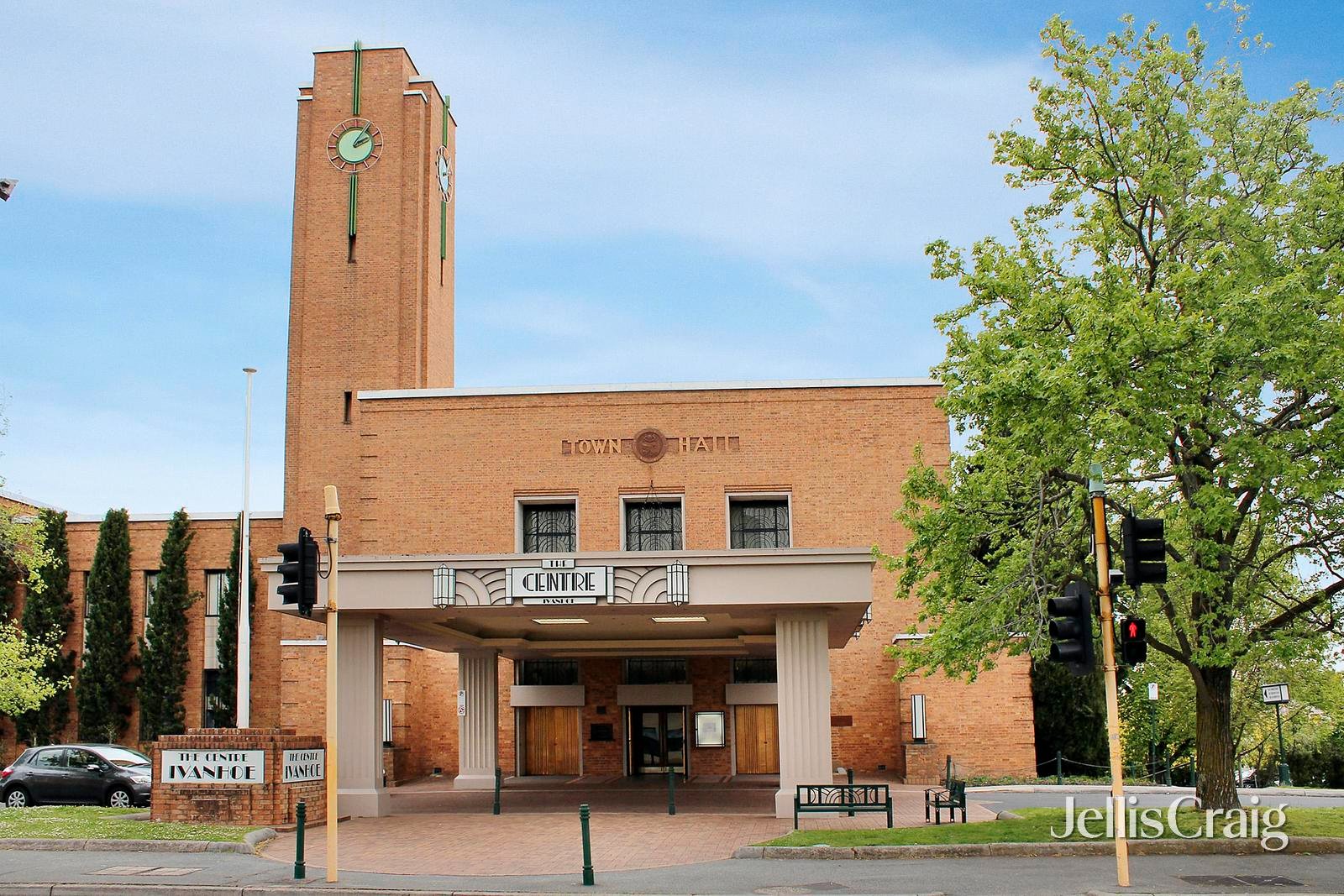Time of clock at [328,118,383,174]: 2:06
